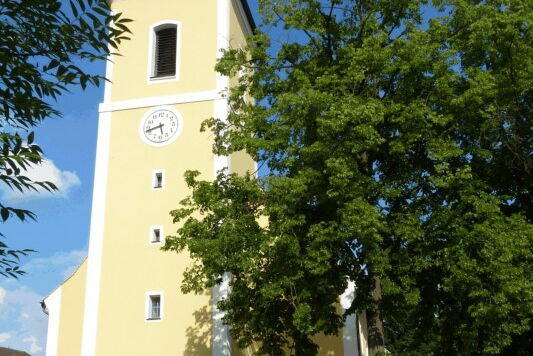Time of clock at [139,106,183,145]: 5:42
